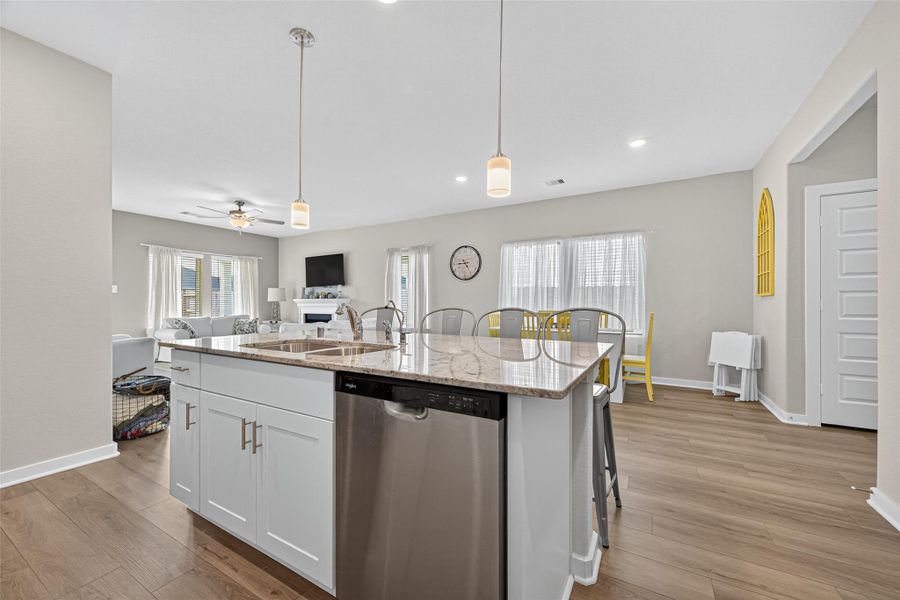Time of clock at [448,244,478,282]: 4:44
